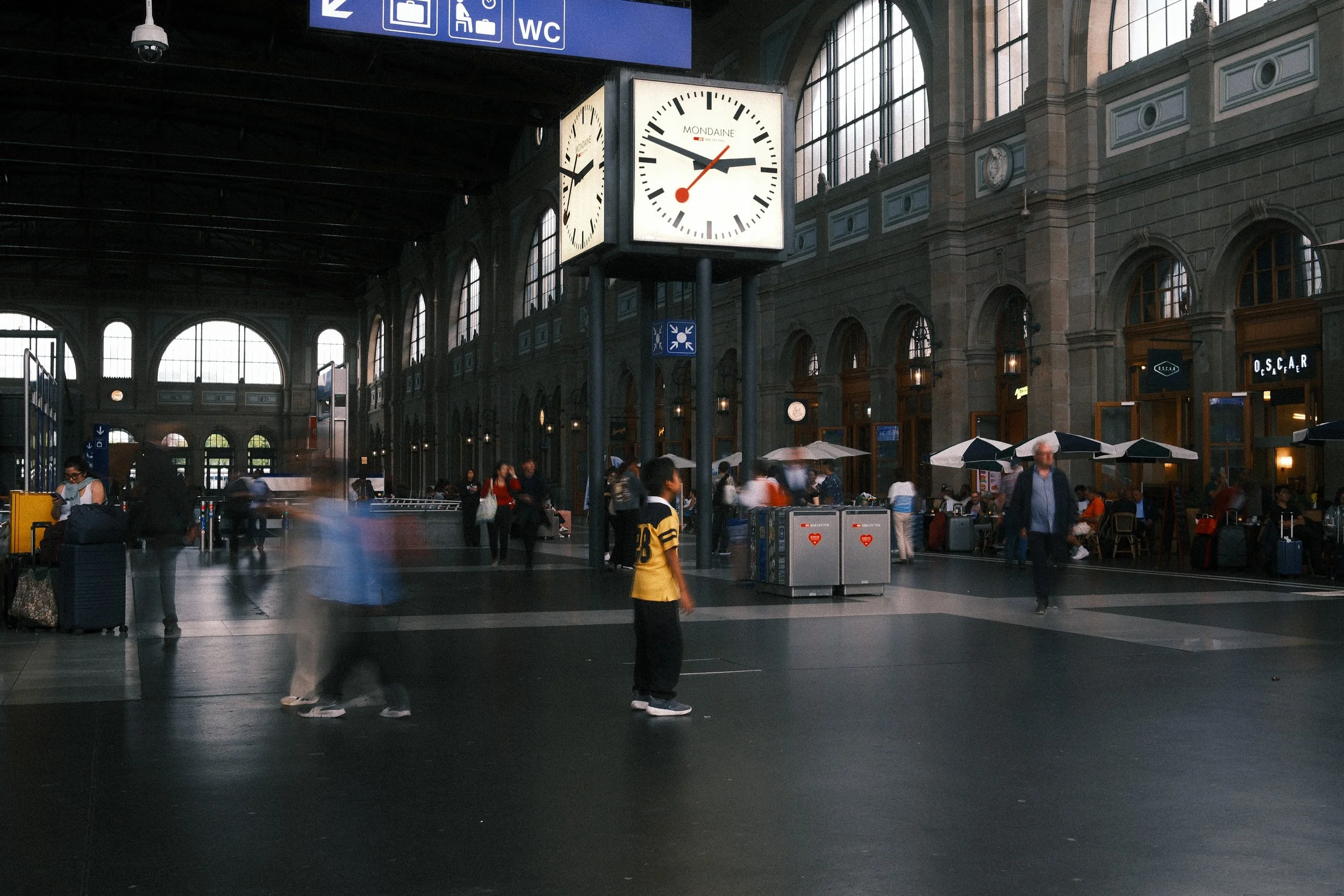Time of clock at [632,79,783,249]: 2:48
